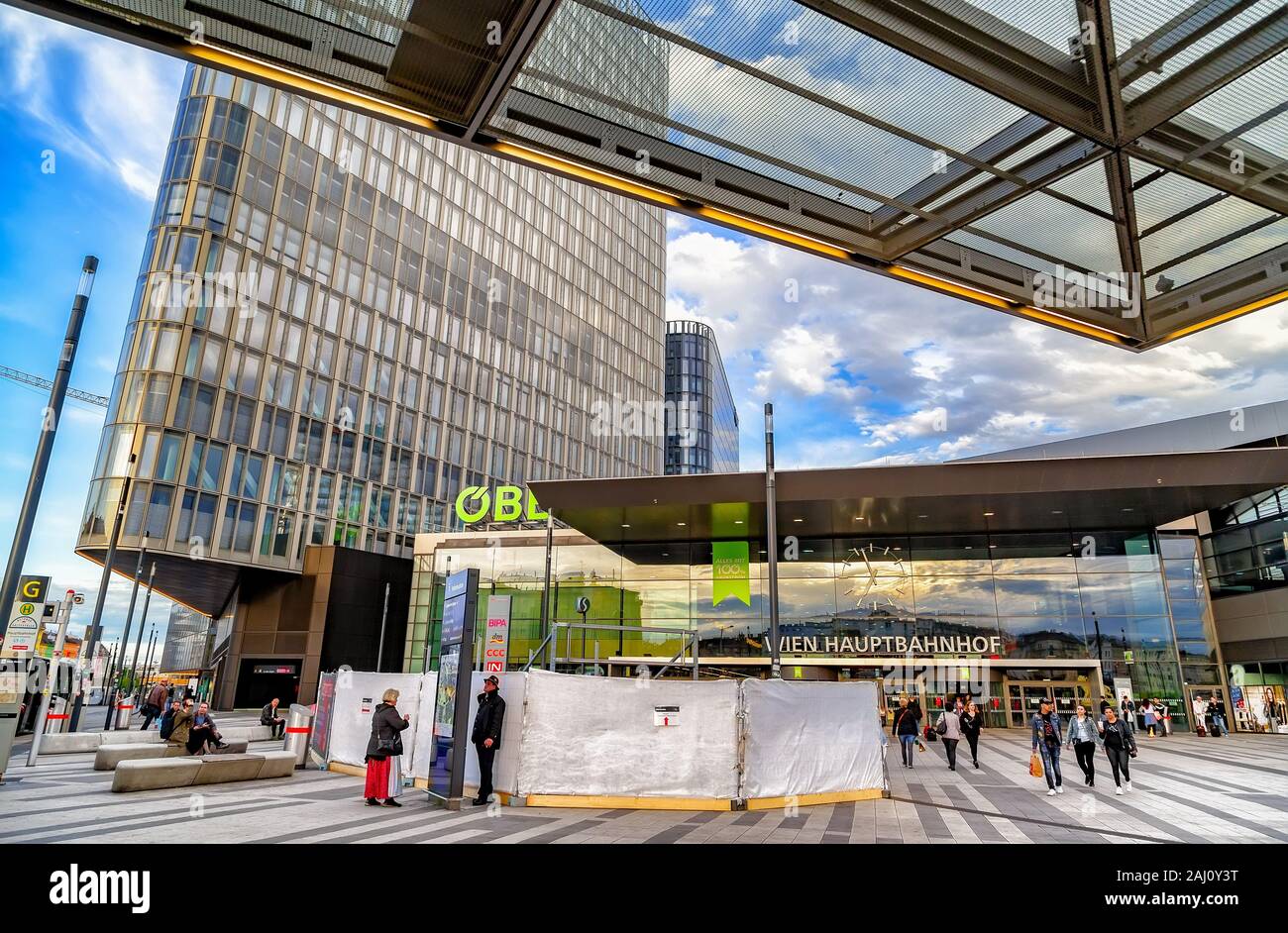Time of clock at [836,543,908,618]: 2:57
